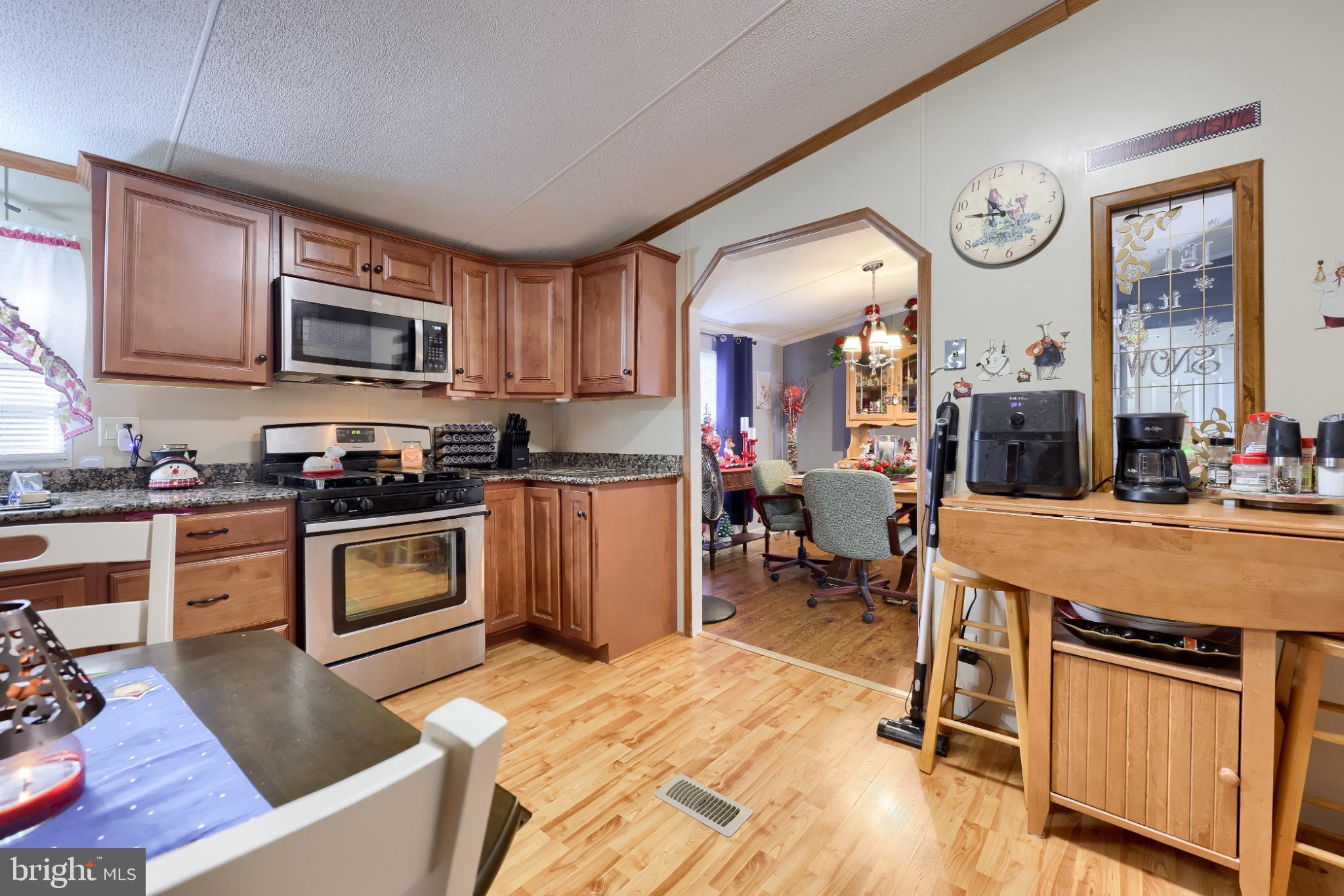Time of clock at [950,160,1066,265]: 10:47
